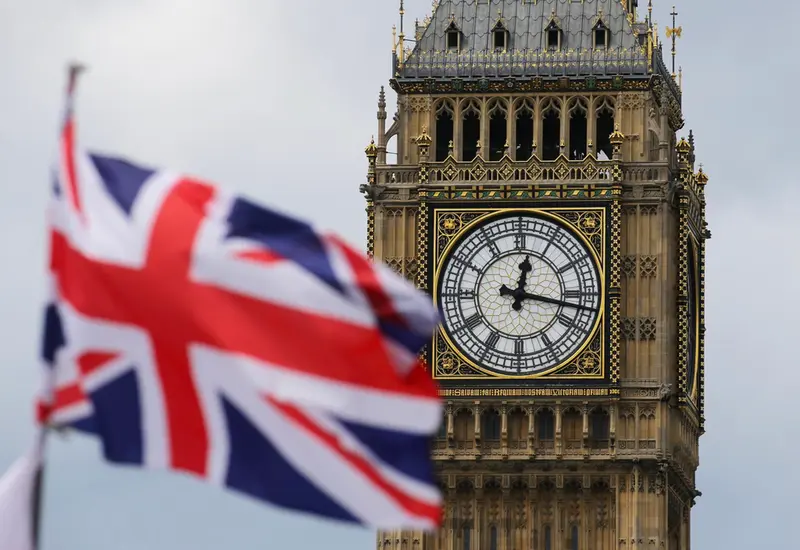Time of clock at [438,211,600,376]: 12:17
